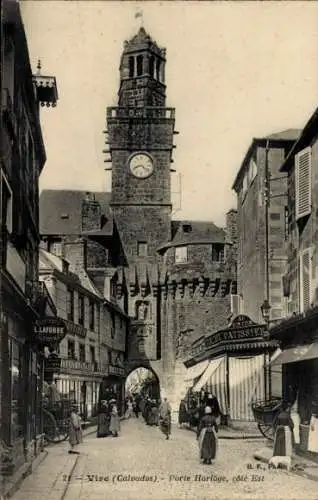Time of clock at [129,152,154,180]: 8:21
